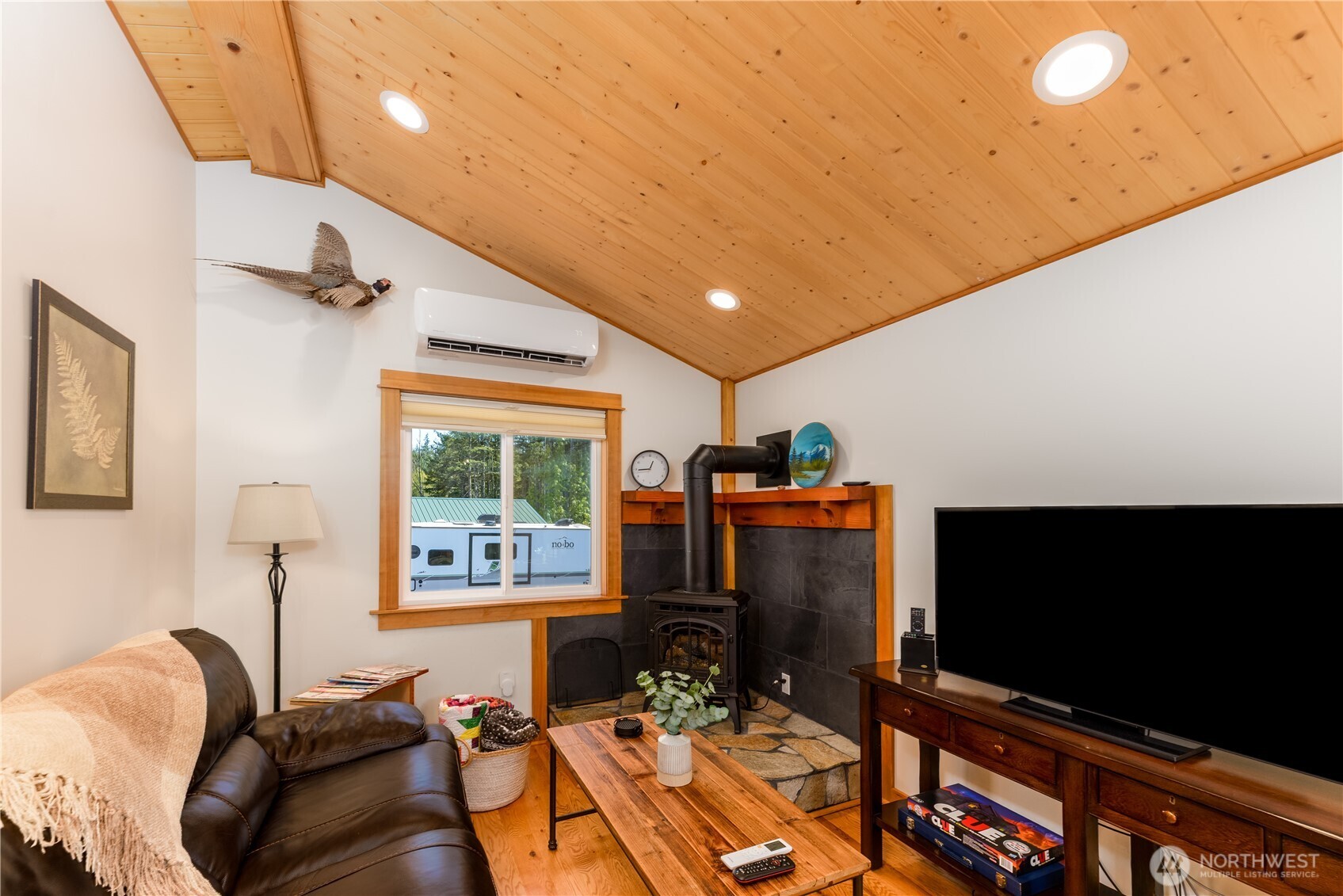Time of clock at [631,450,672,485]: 12:44
